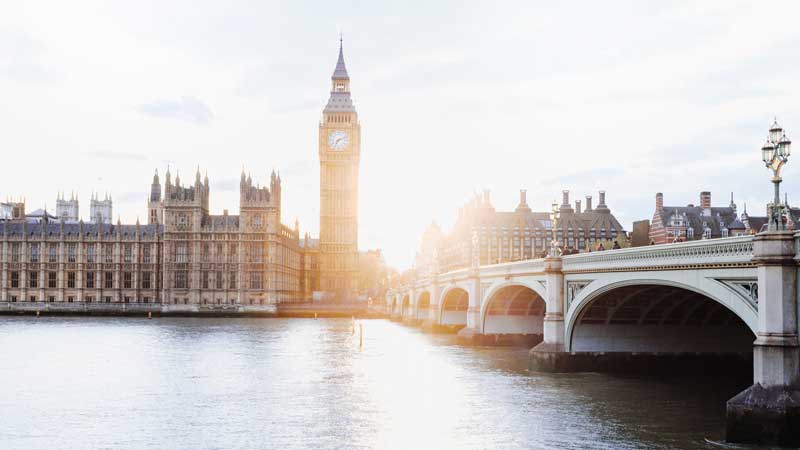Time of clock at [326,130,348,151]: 7:11
